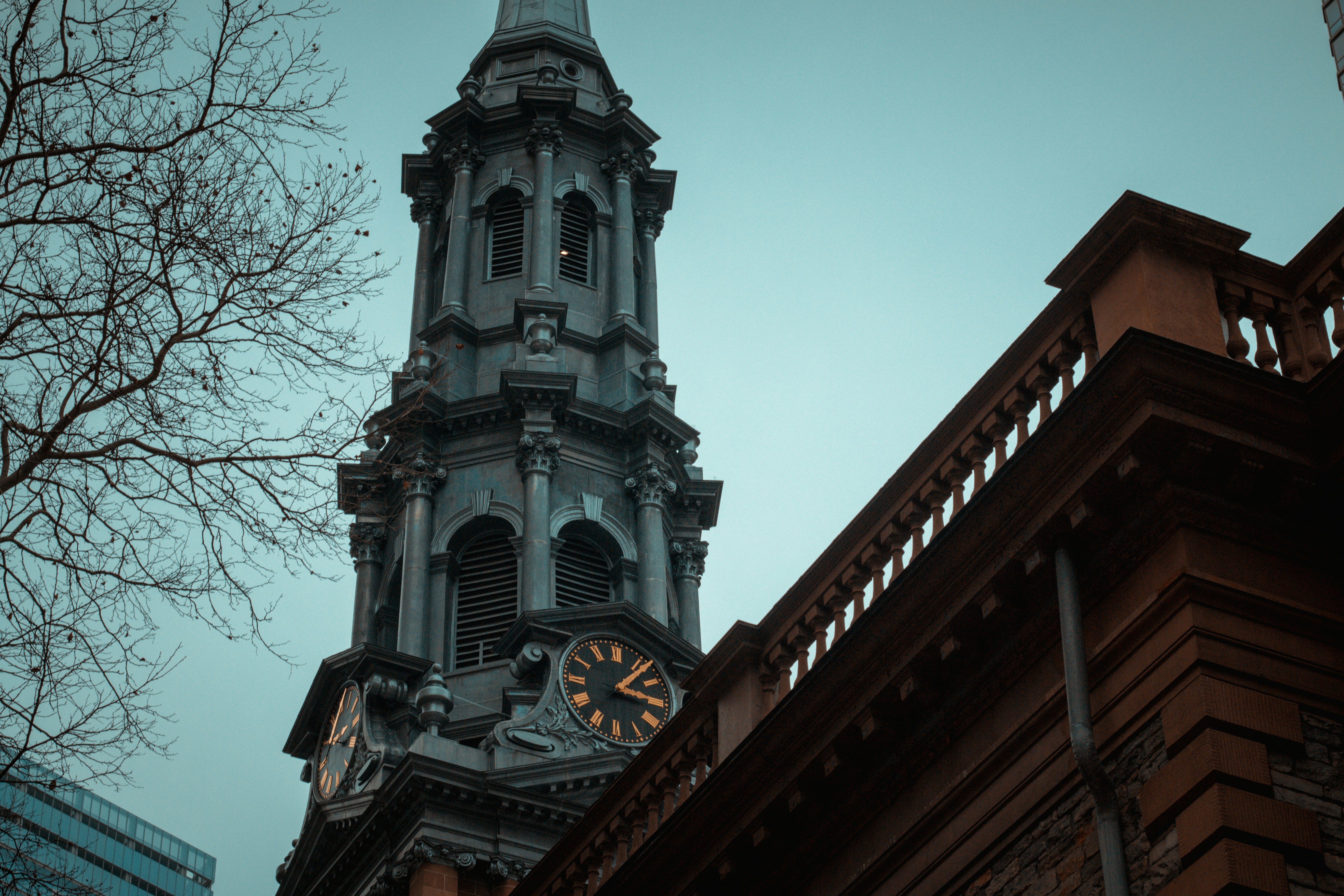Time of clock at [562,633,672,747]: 3:06
